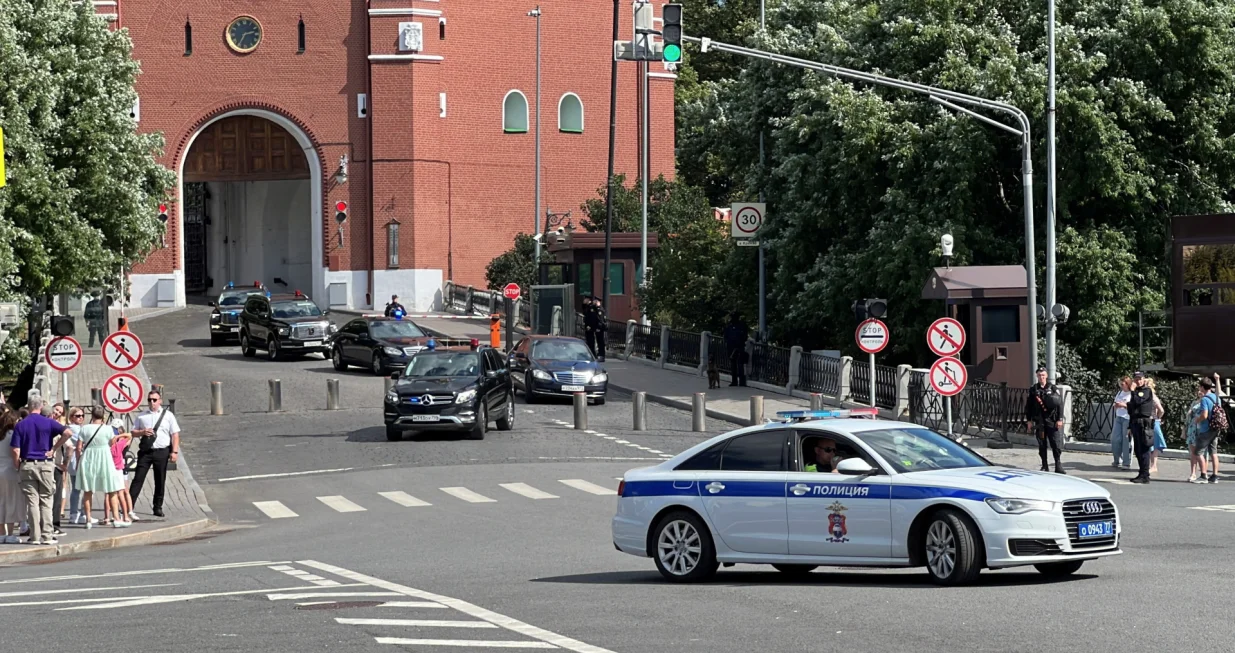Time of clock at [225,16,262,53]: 2:34
